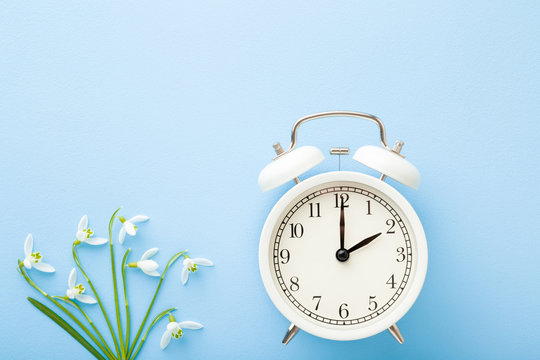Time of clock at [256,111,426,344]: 2:00
